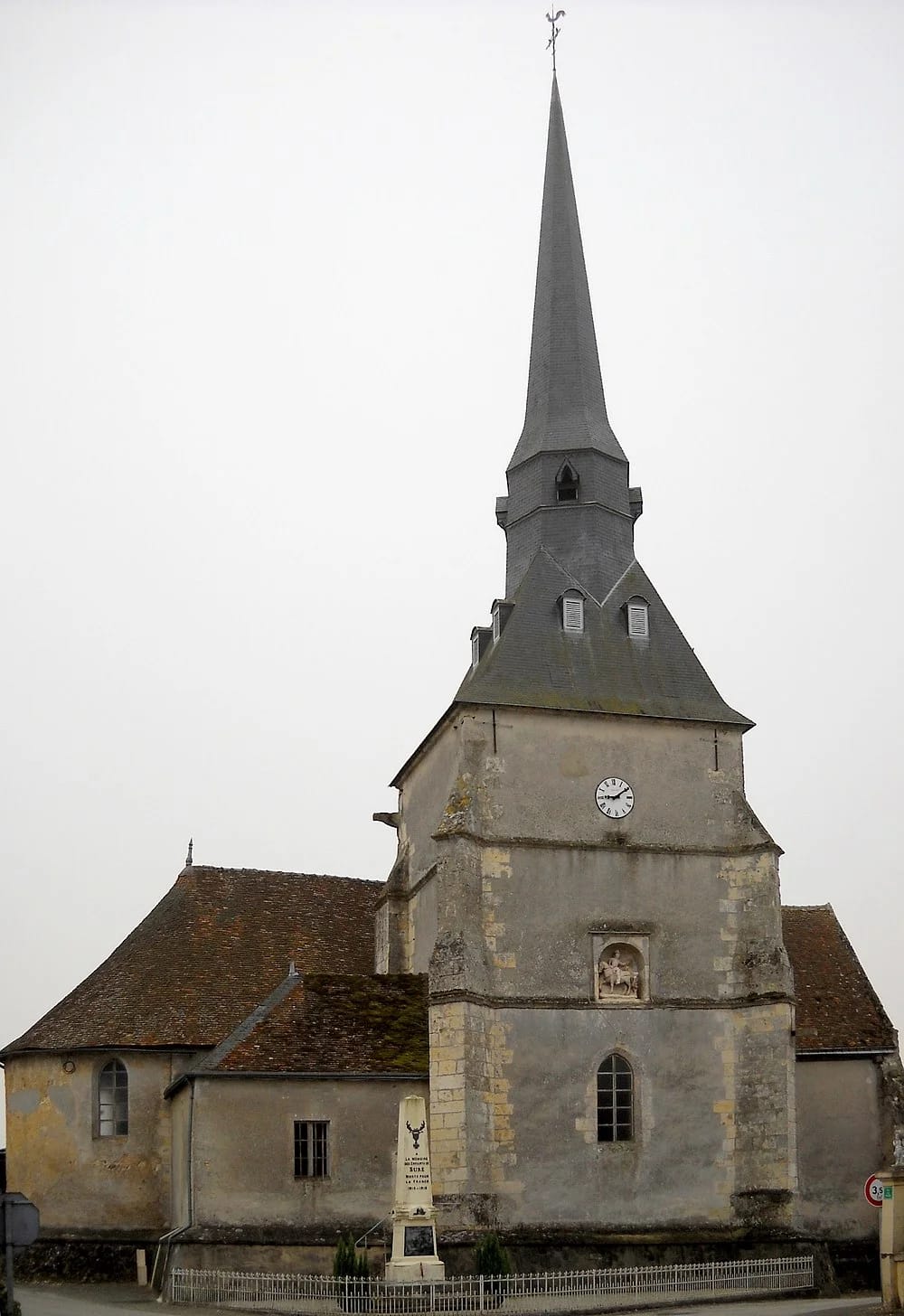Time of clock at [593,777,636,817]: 9:09
